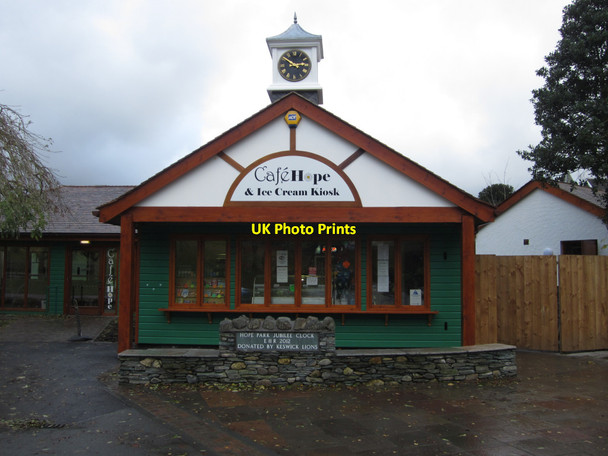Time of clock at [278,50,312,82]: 2:50
